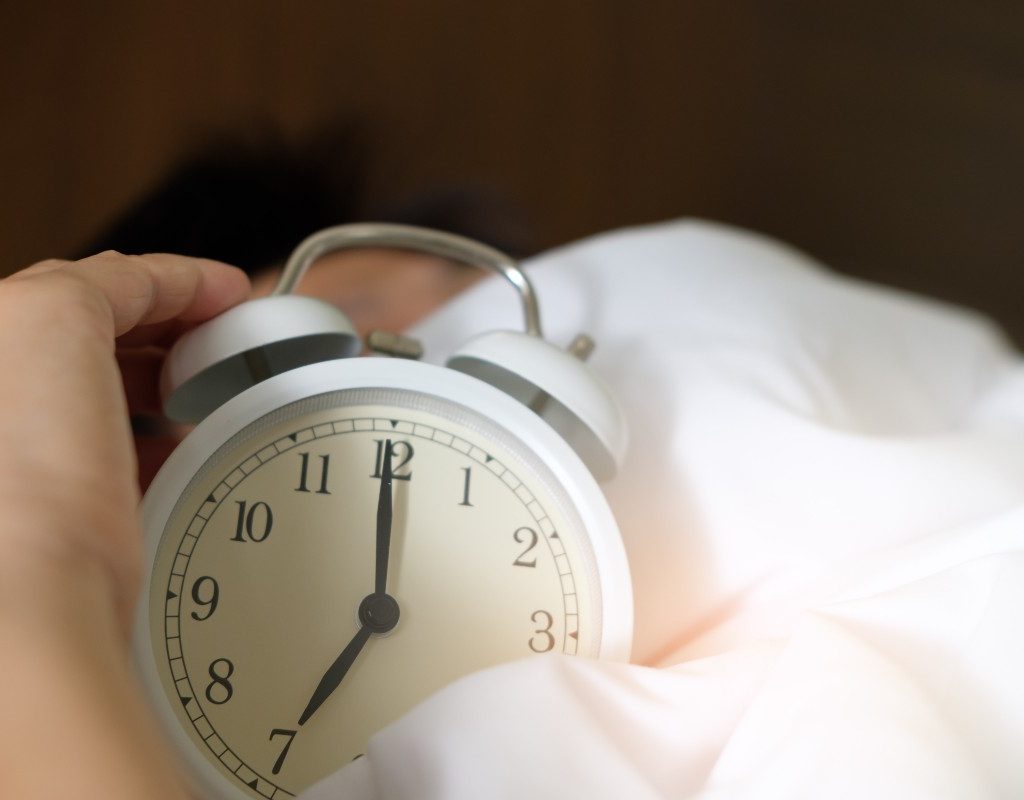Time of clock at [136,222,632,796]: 7:00
